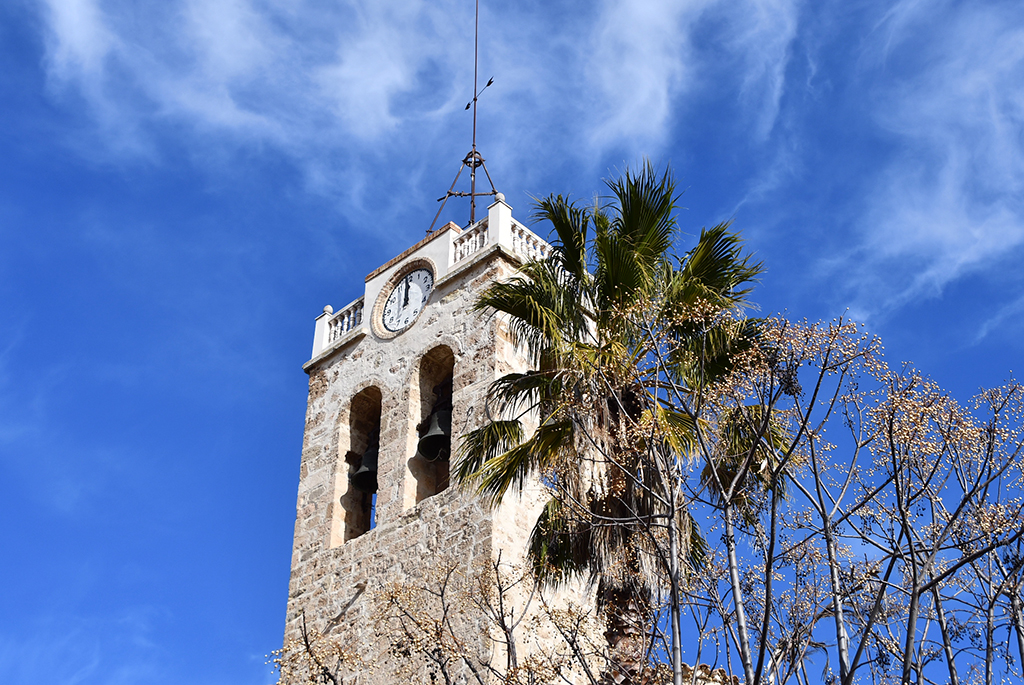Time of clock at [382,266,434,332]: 11:59
